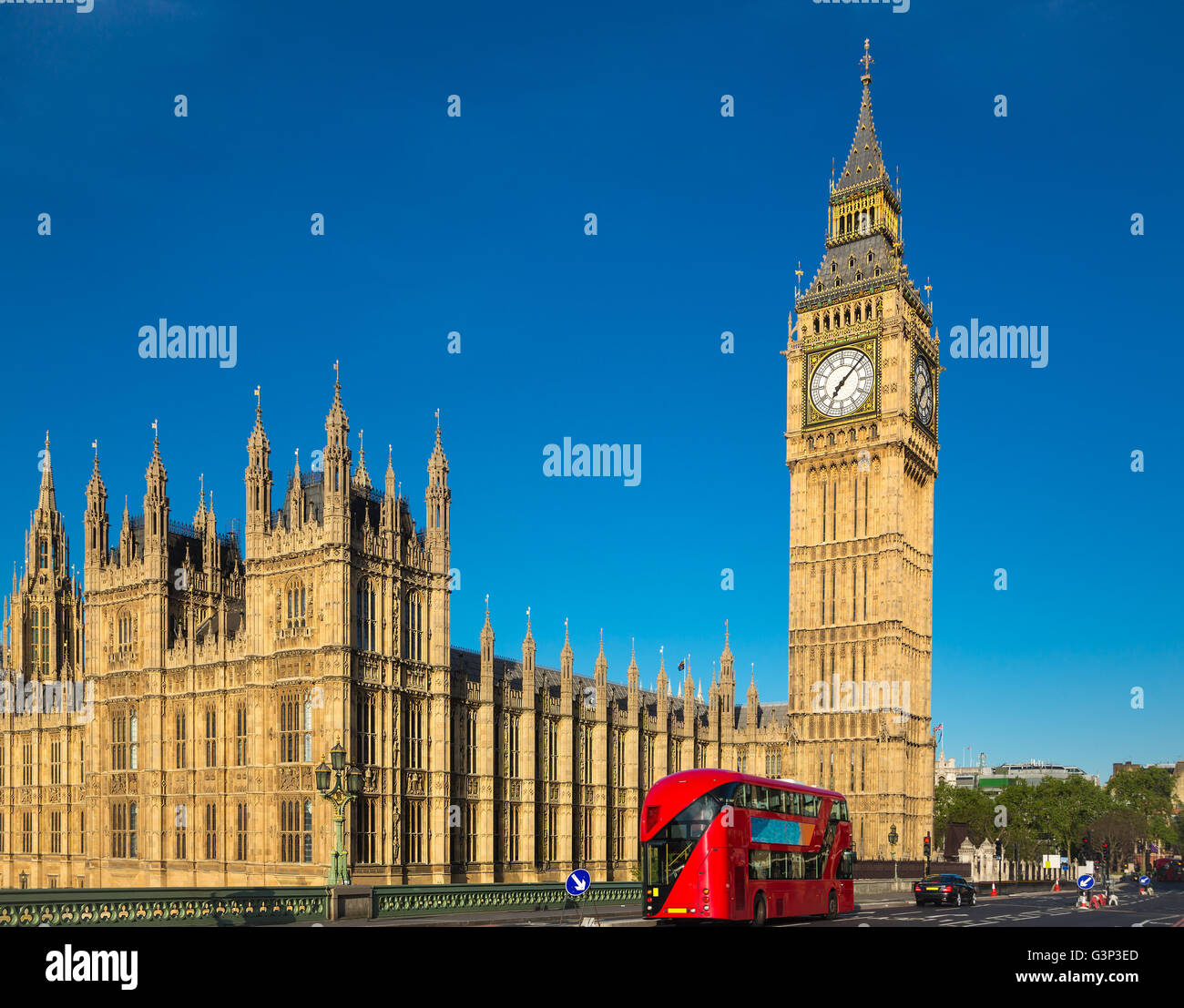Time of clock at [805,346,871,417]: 7:07
